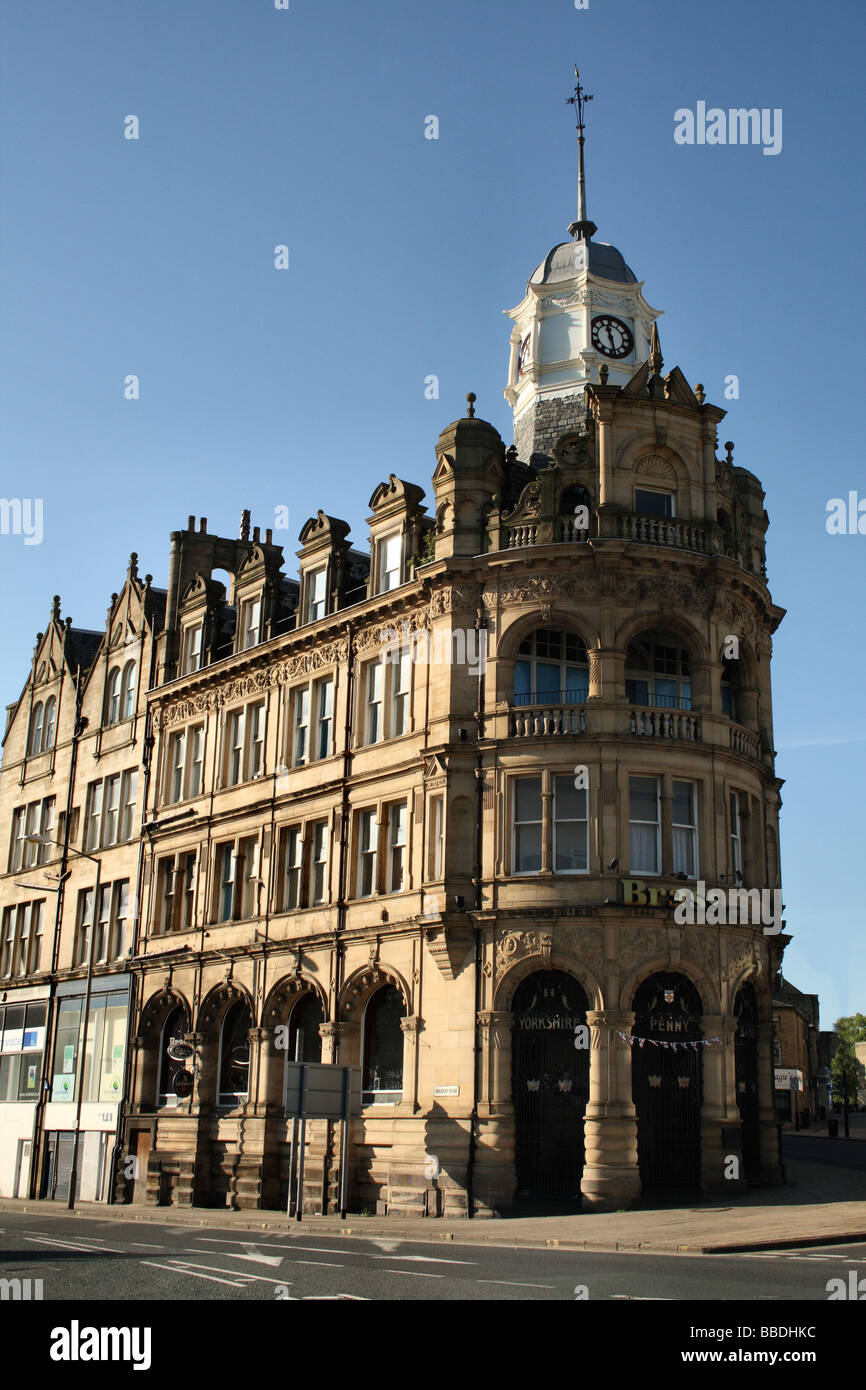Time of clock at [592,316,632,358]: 11:28
